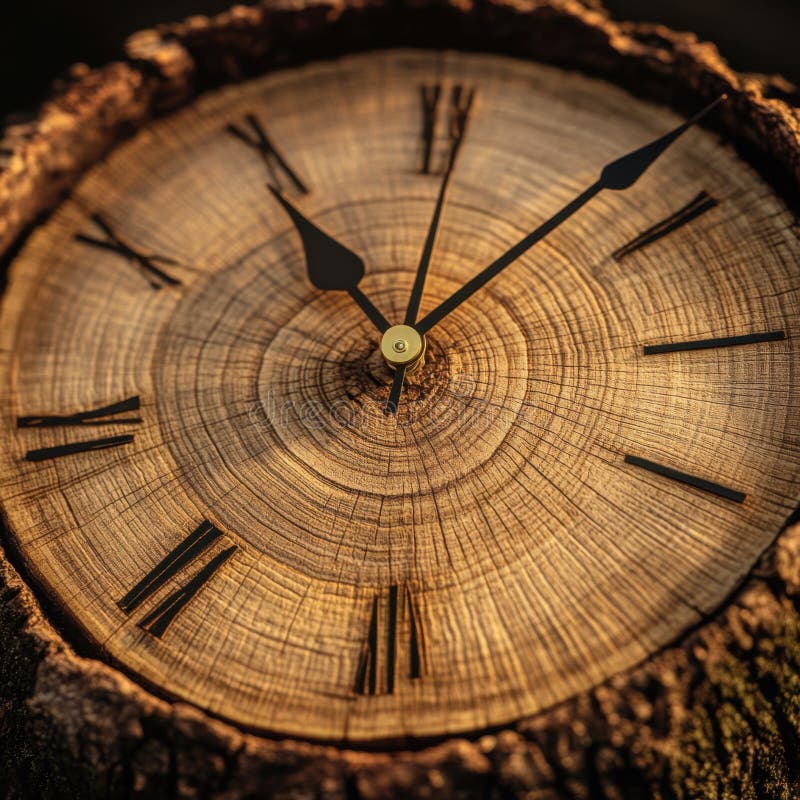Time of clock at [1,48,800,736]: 11:07
